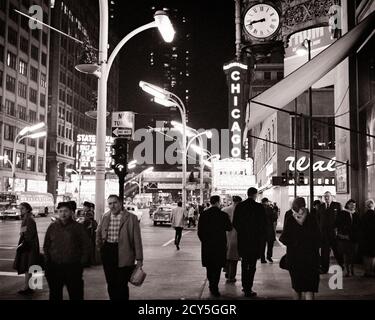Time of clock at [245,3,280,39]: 8:42
